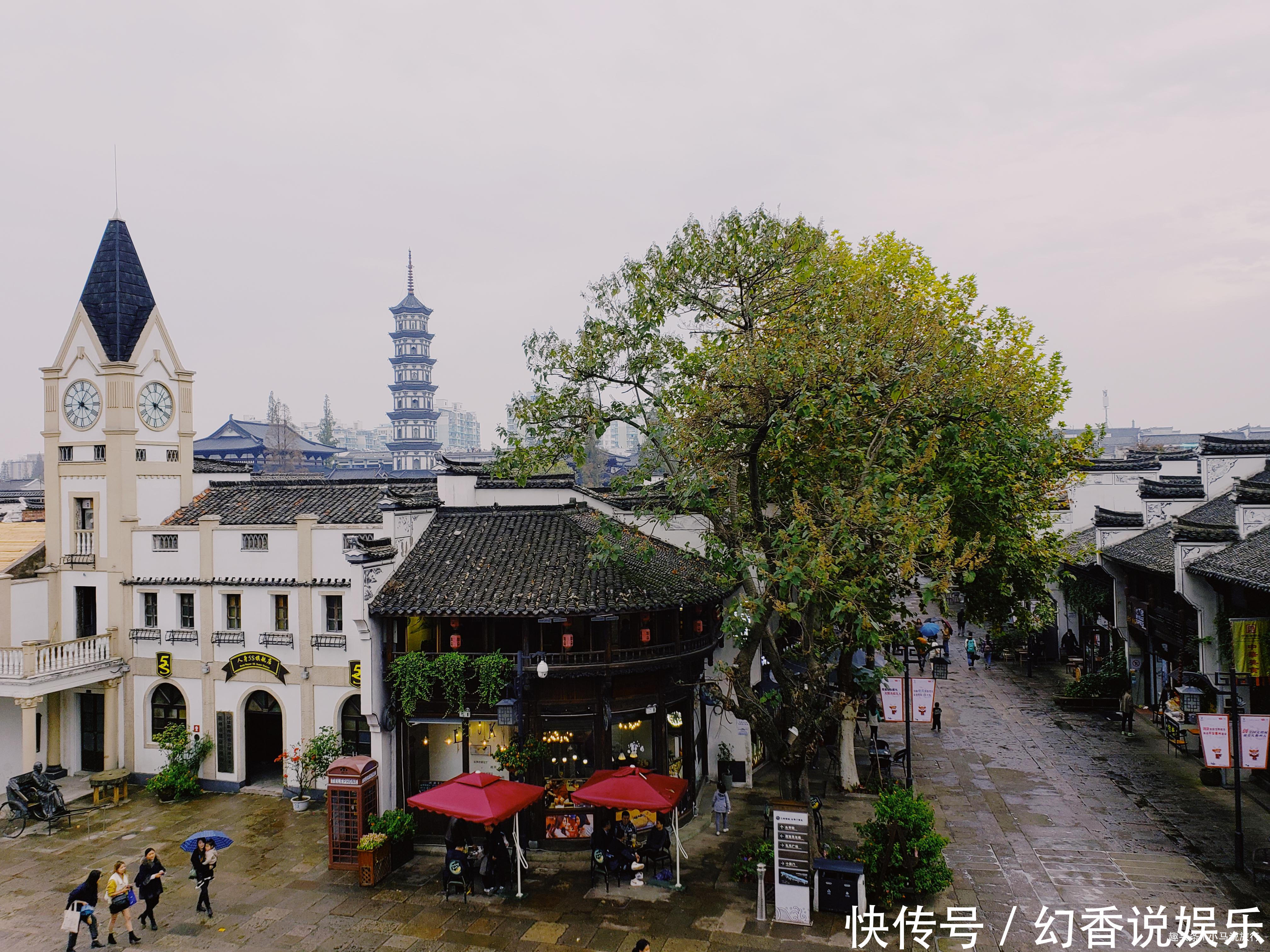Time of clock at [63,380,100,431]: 4:04
